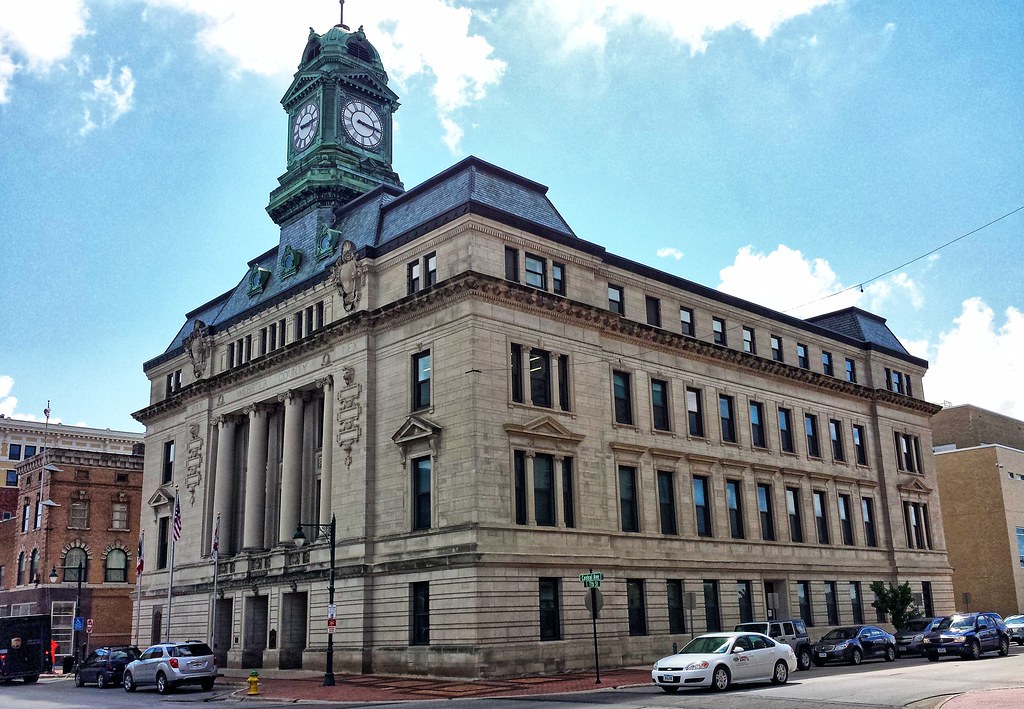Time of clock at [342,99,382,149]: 3:16
